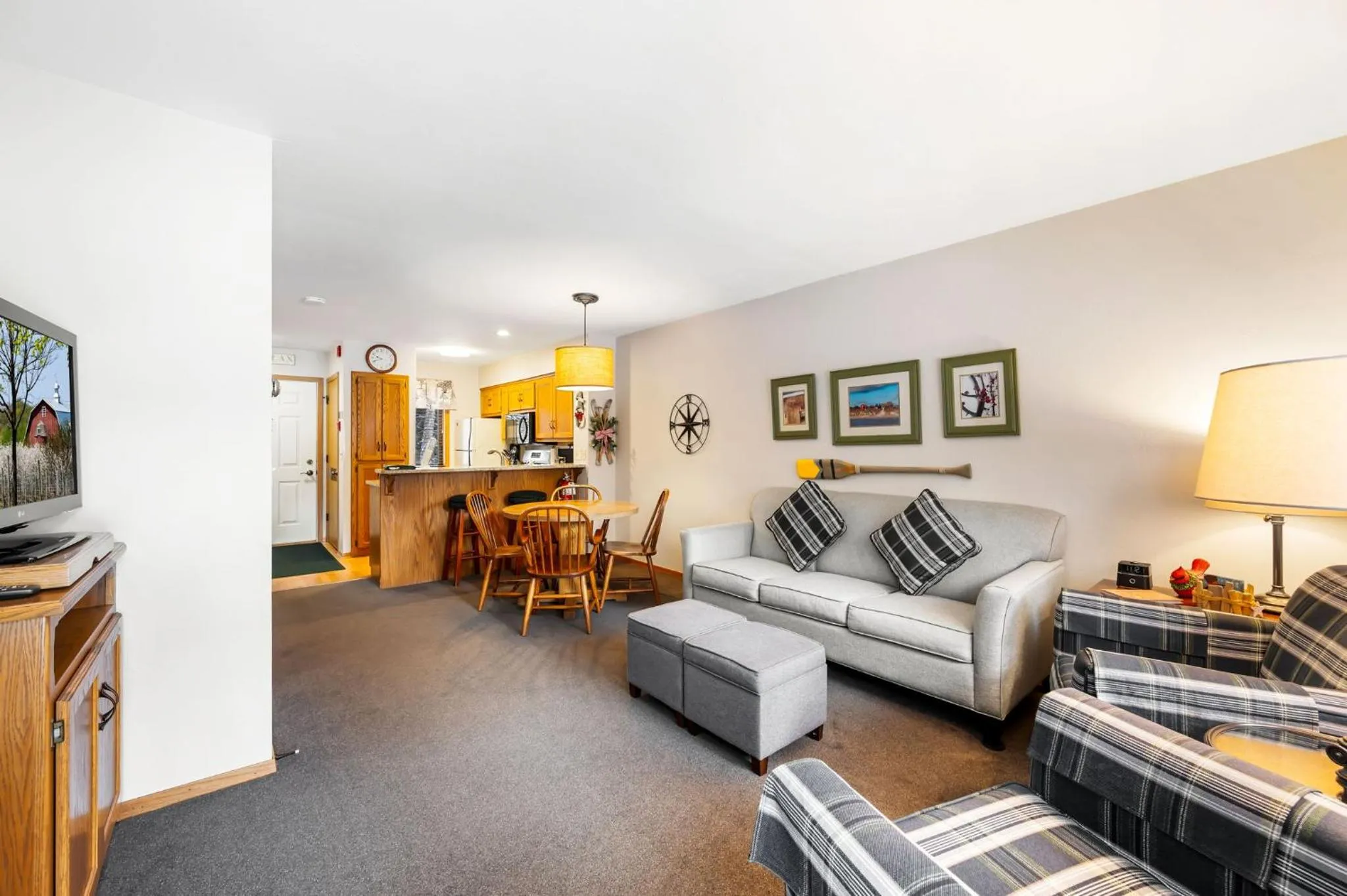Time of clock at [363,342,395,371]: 9:41
